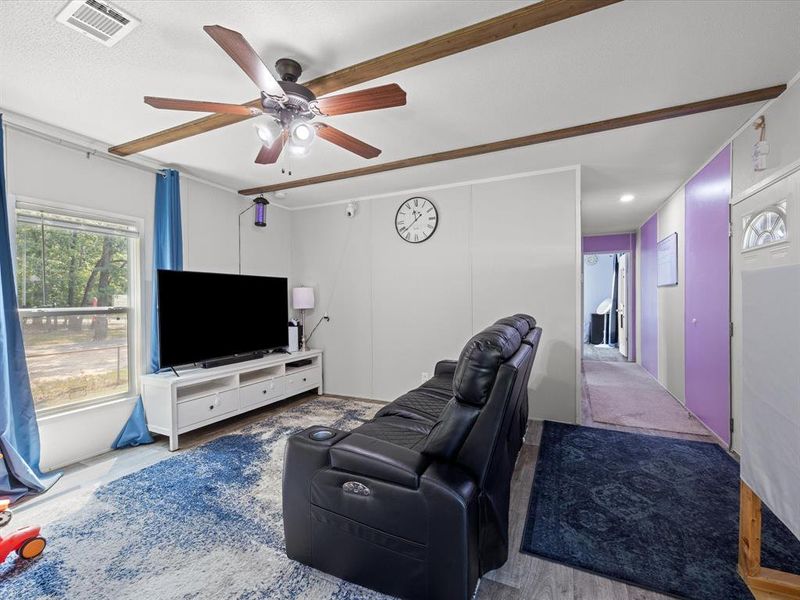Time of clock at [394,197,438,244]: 11:38
